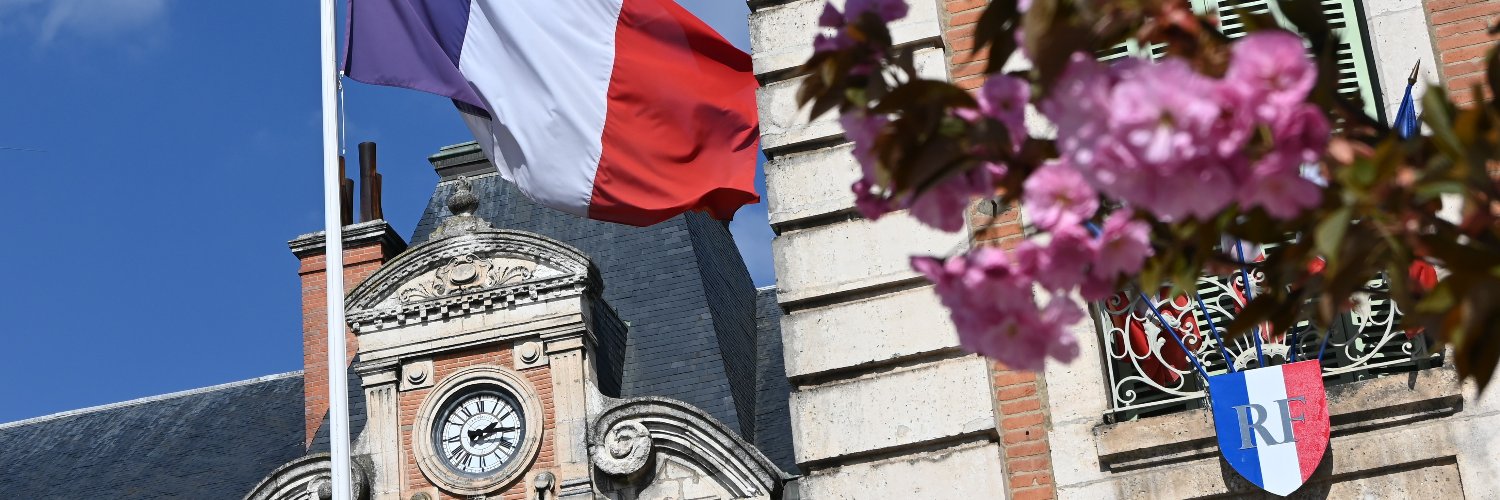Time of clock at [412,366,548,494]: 2:15
